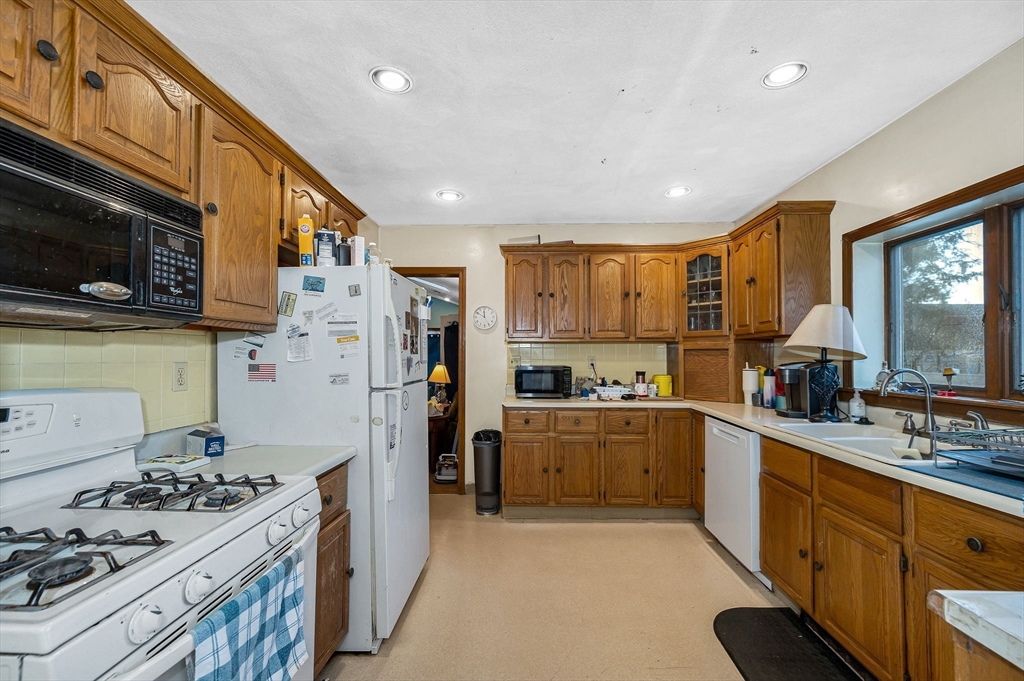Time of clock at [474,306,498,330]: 11:50
